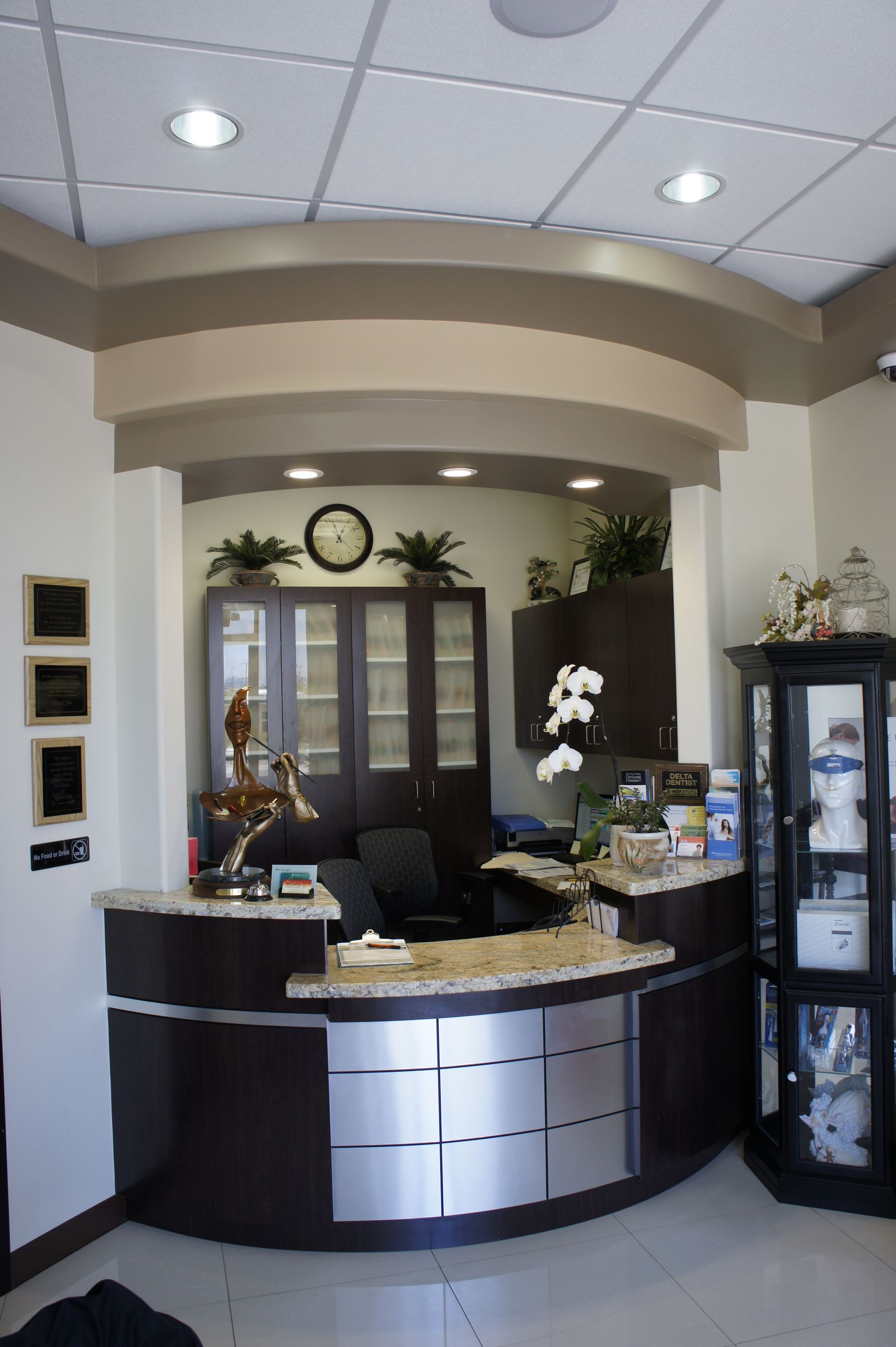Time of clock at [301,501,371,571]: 12:57
